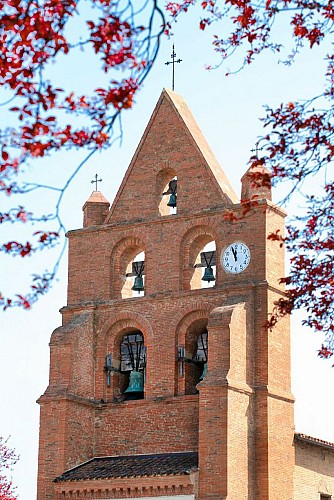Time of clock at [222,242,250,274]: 11:56
